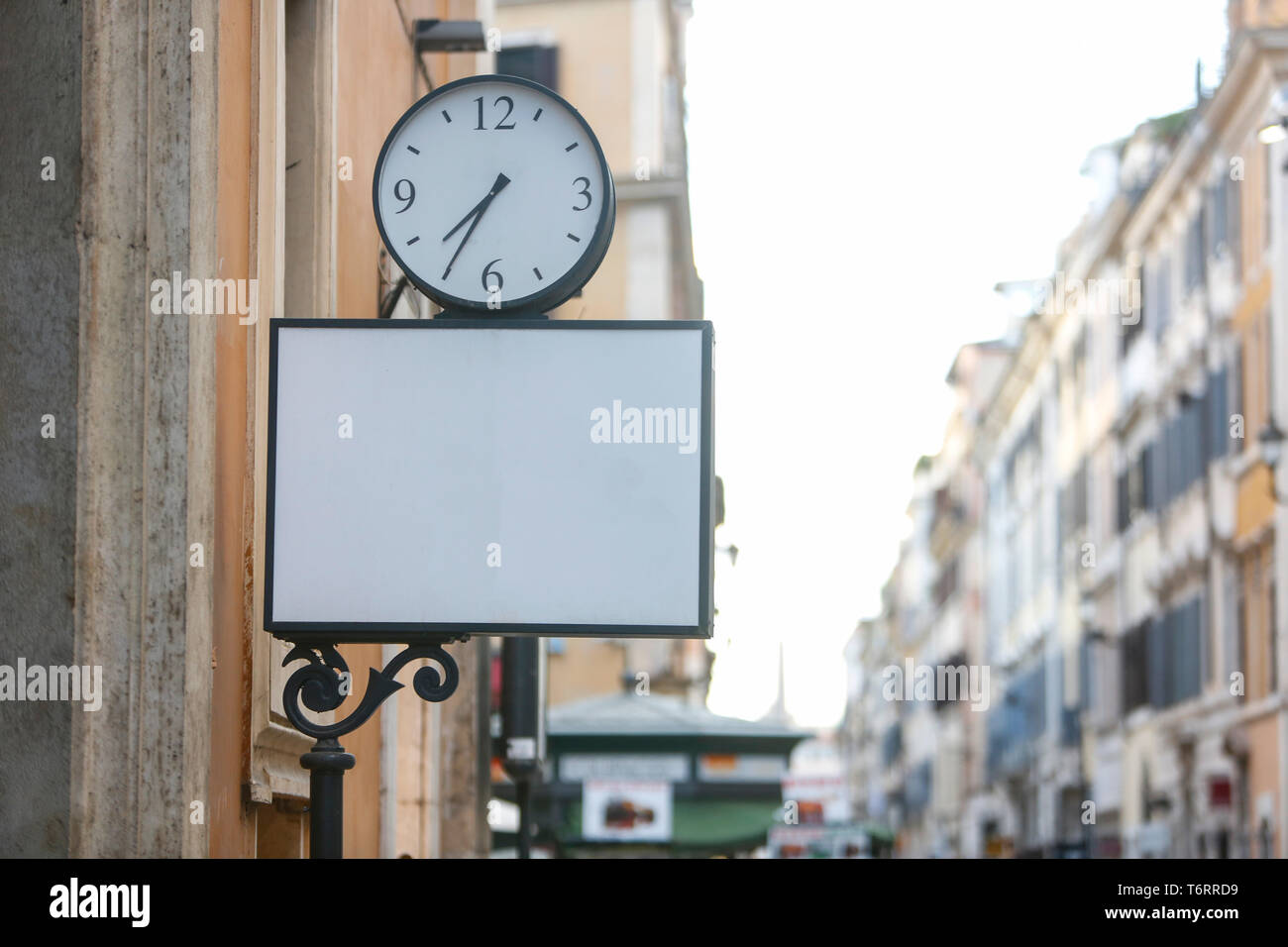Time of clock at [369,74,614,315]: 7:35
